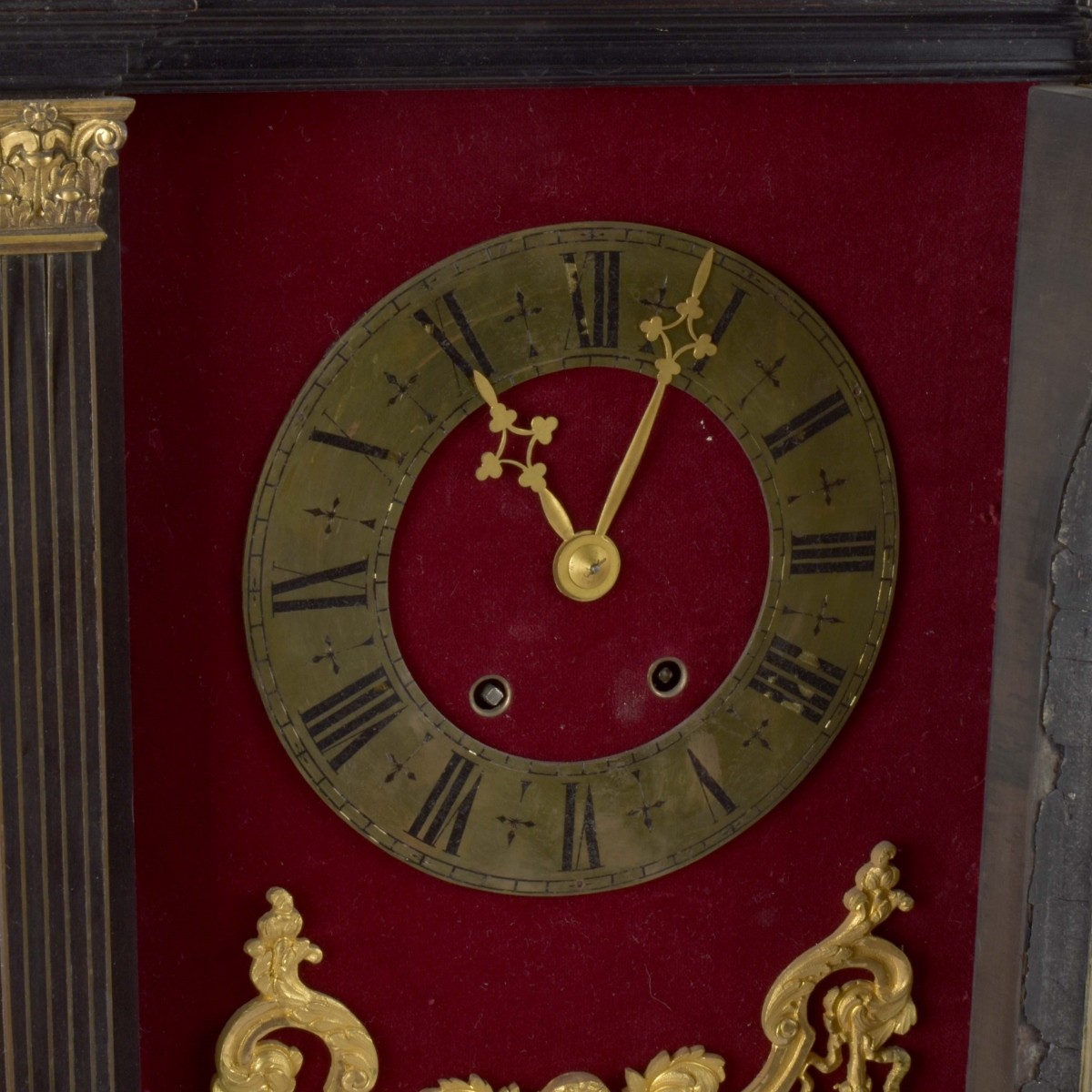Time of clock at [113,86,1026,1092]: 11:04
